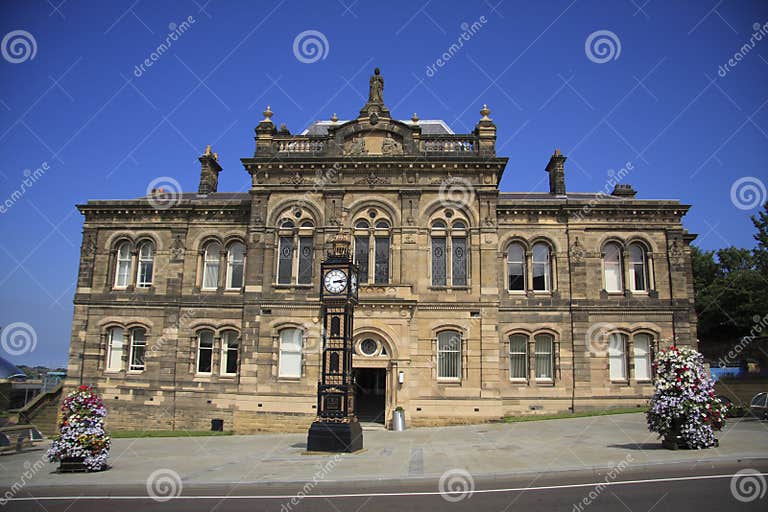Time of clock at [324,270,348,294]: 3:13
